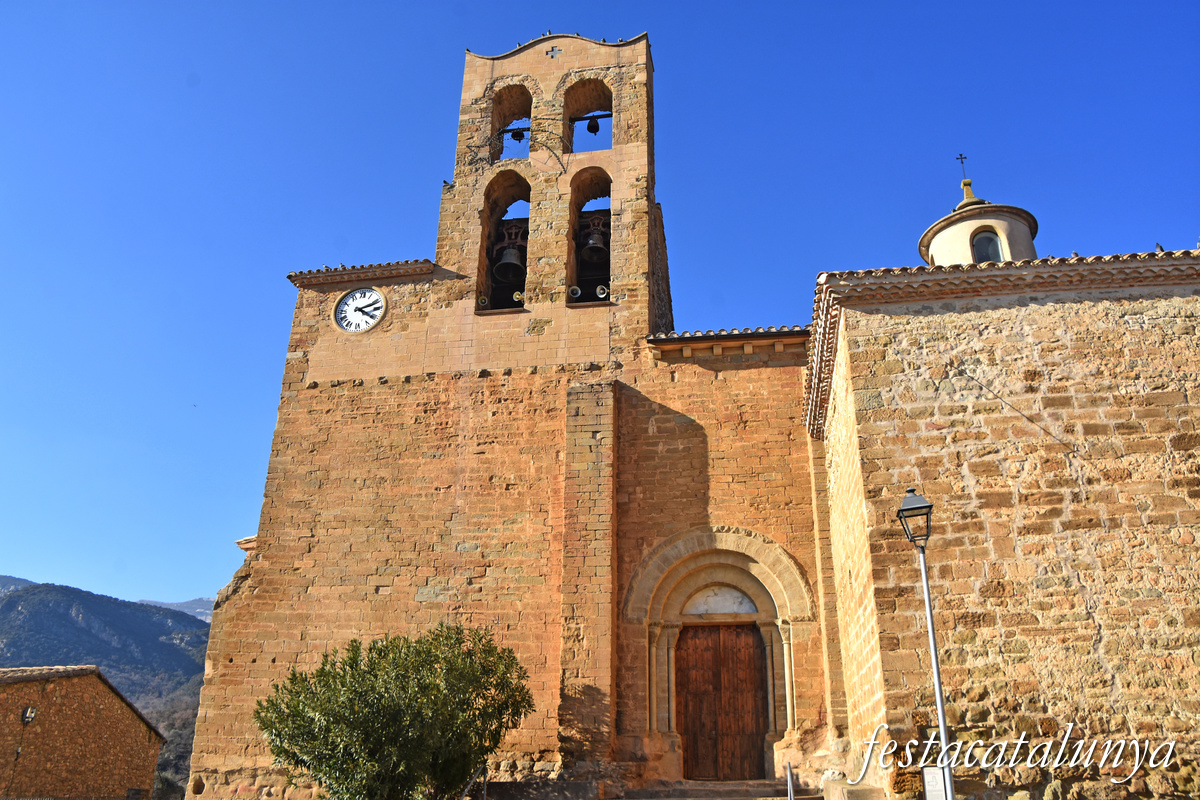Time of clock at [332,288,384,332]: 4:11
